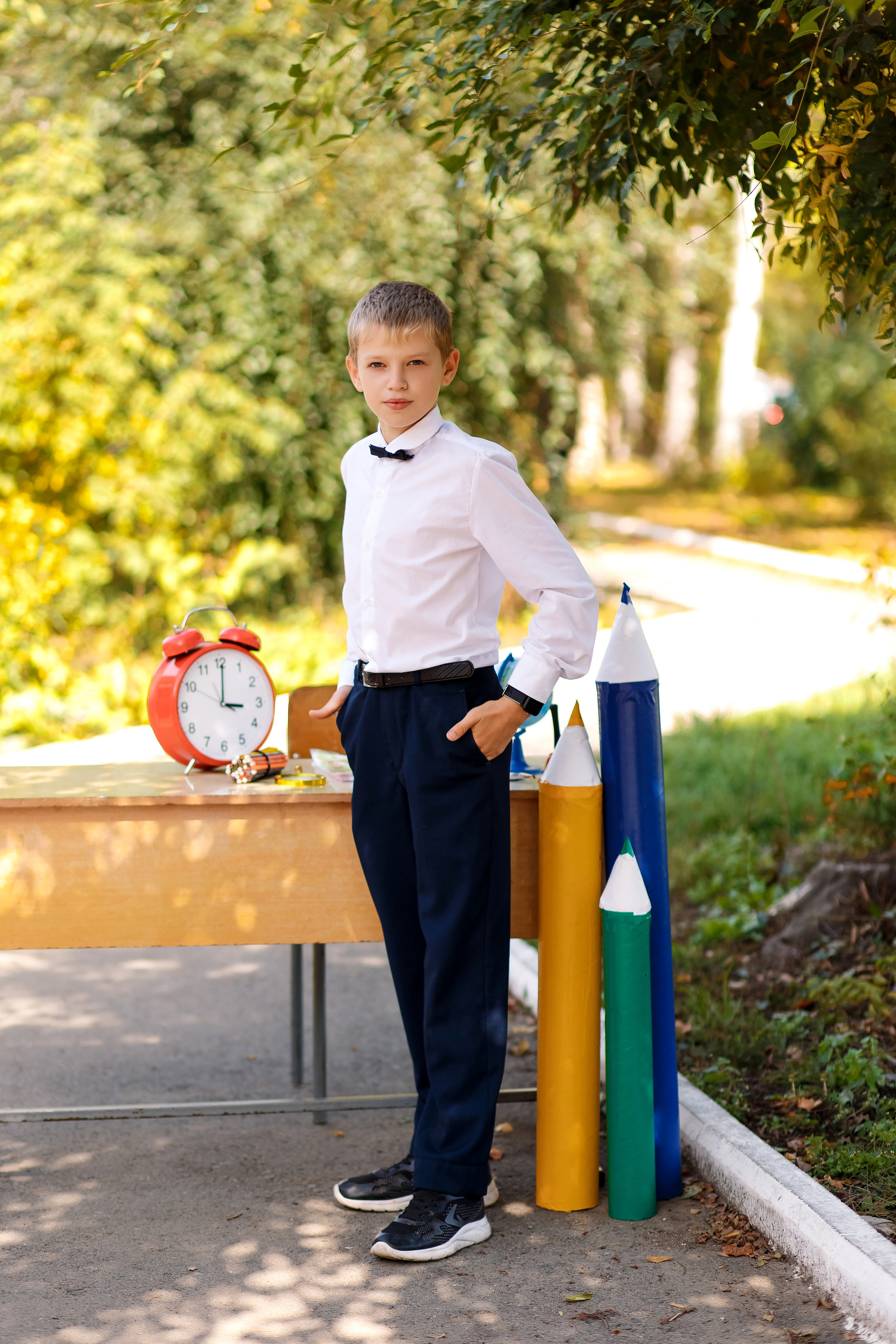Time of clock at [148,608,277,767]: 3:00
